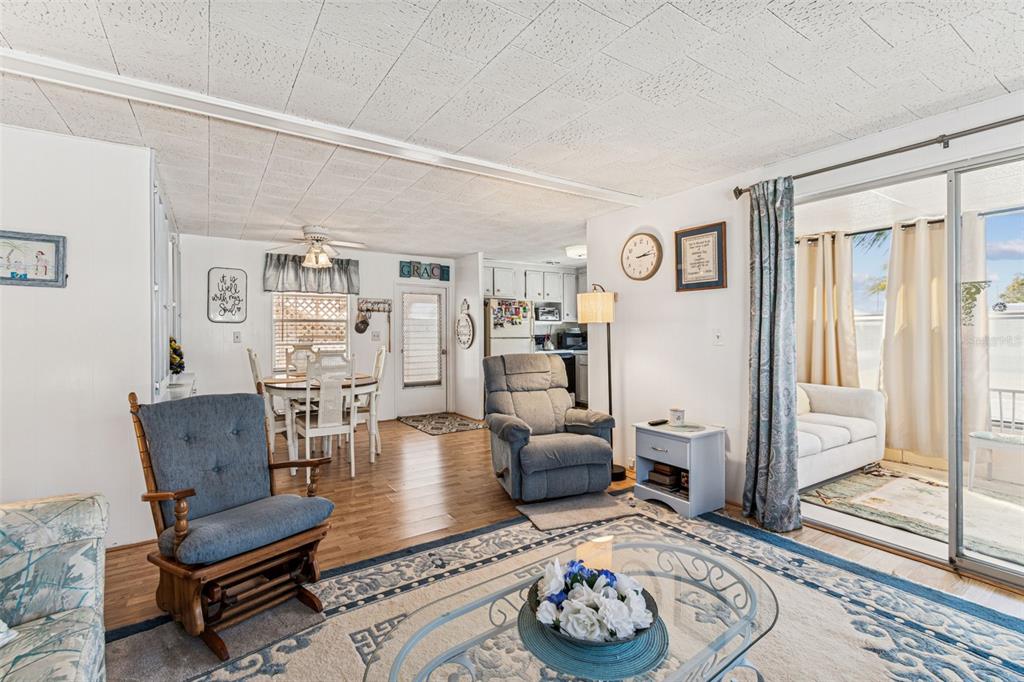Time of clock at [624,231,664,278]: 2:13
